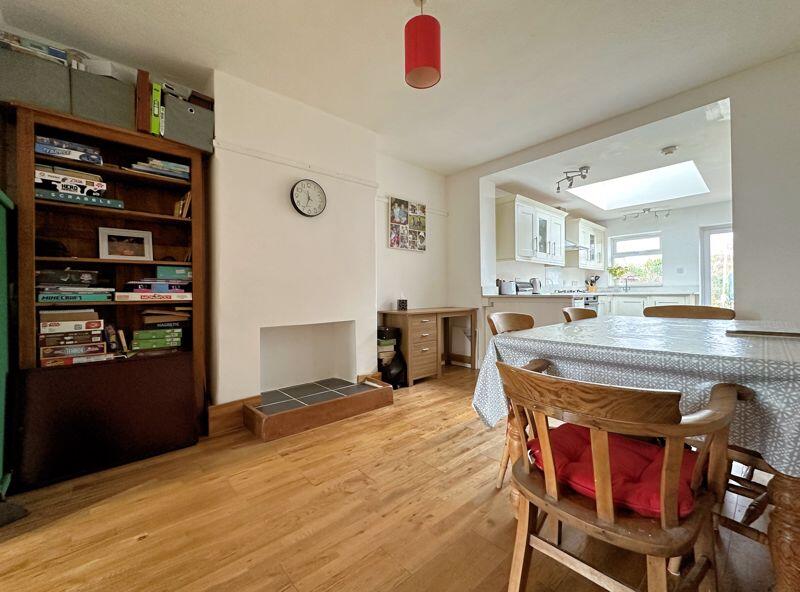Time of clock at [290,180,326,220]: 11:33
